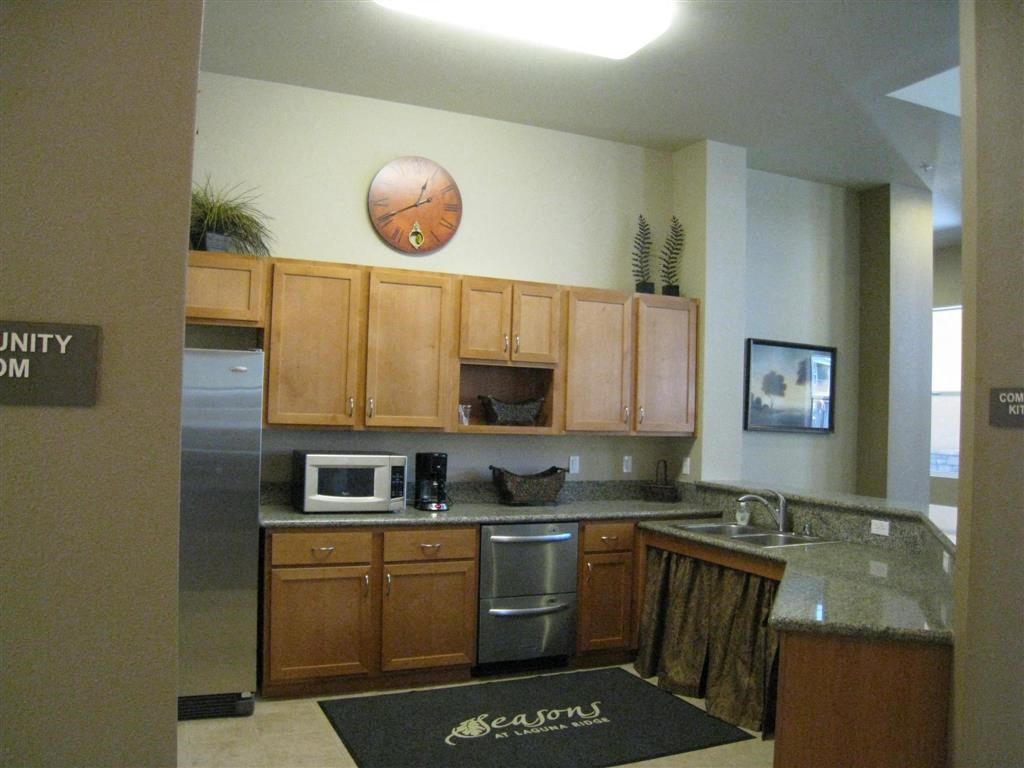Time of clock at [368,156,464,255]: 12:41
